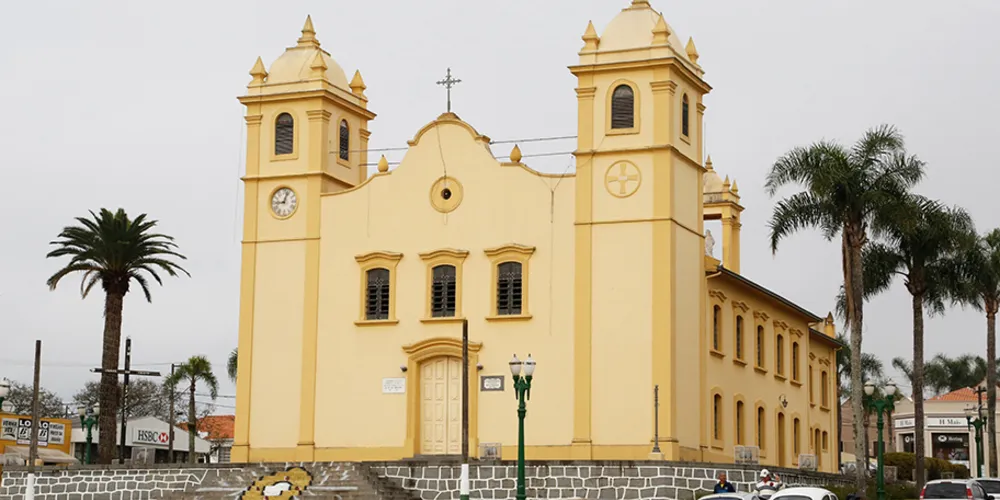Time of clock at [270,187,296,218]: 9:03
